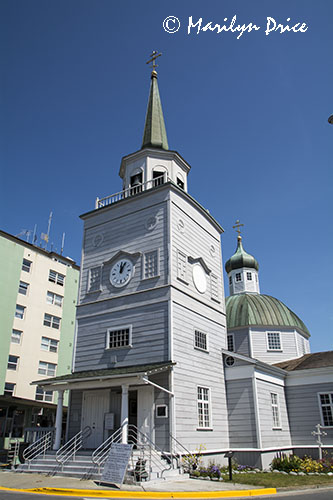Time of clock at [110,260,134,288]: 12:05
